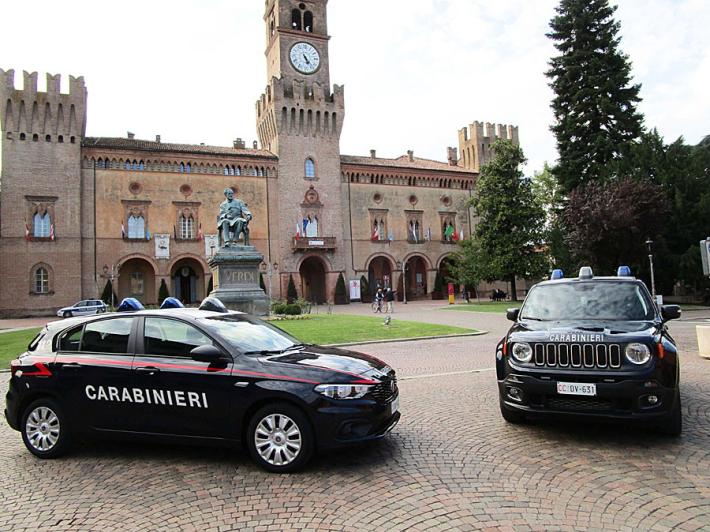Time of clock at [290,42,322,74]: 5:23
